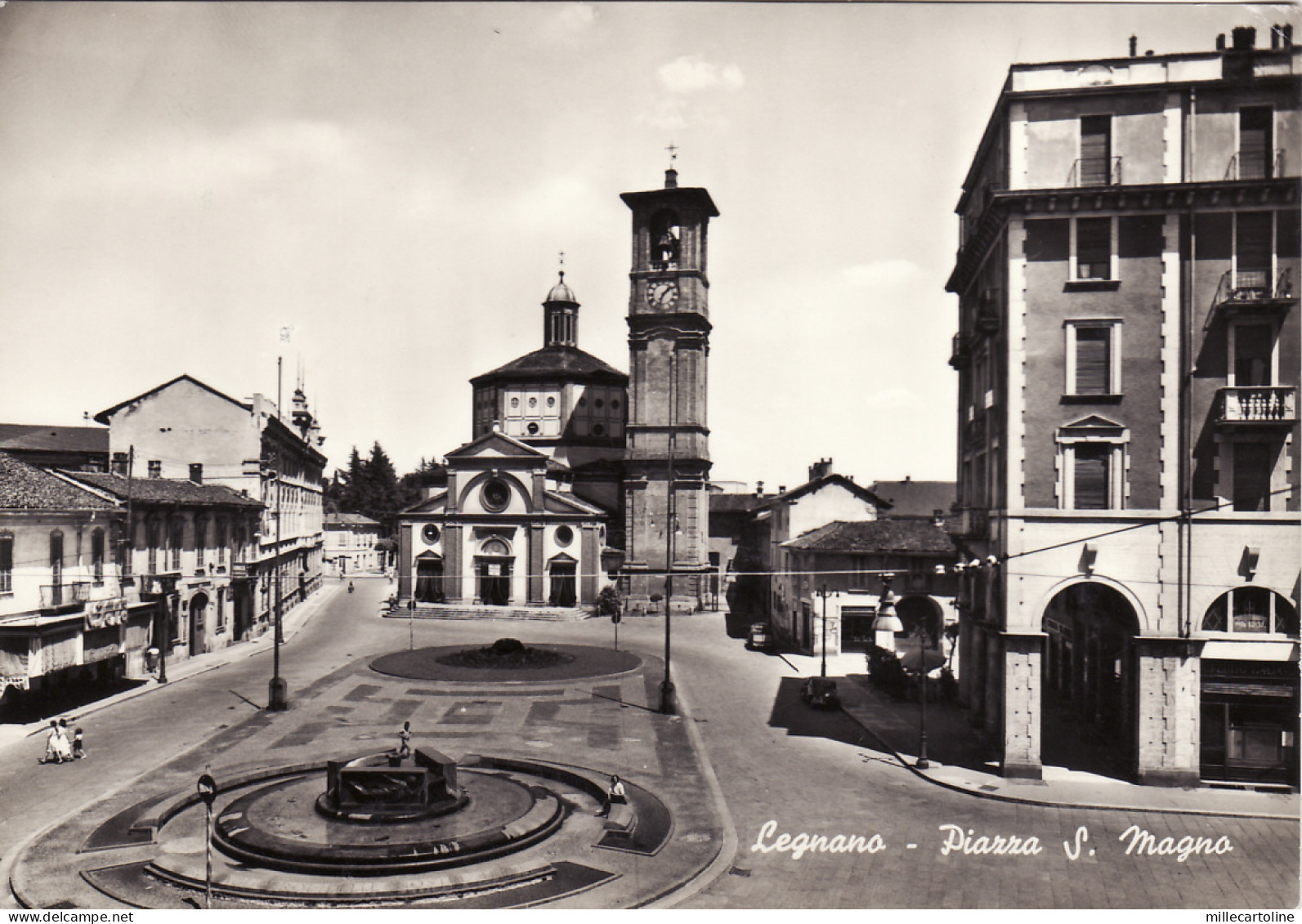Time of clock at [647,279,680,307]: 1:33
